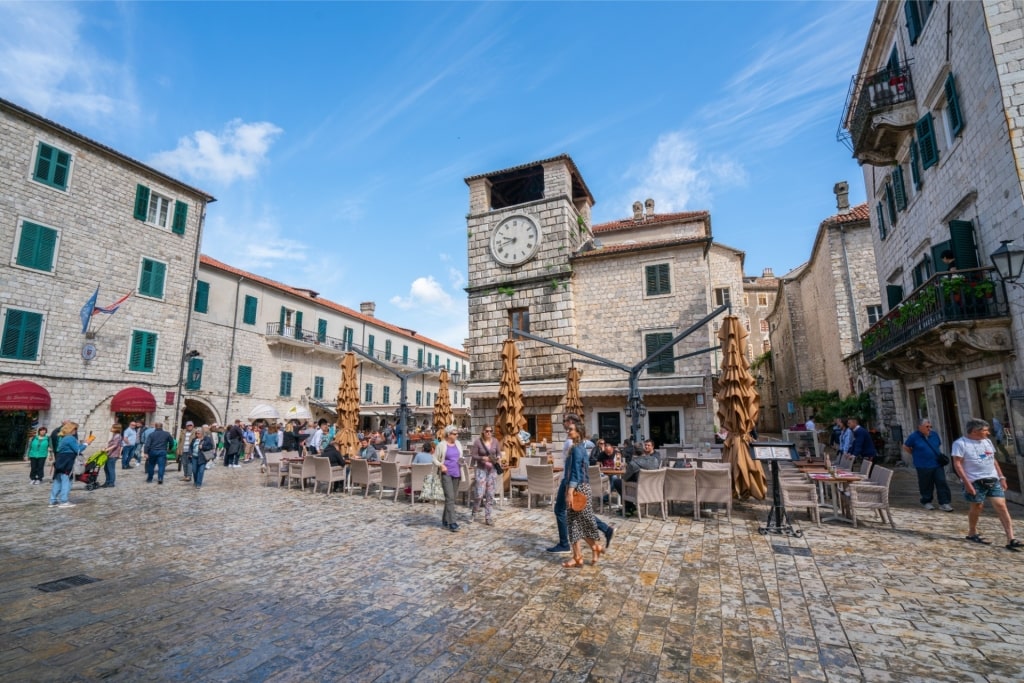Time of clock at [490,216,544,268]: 9:42
